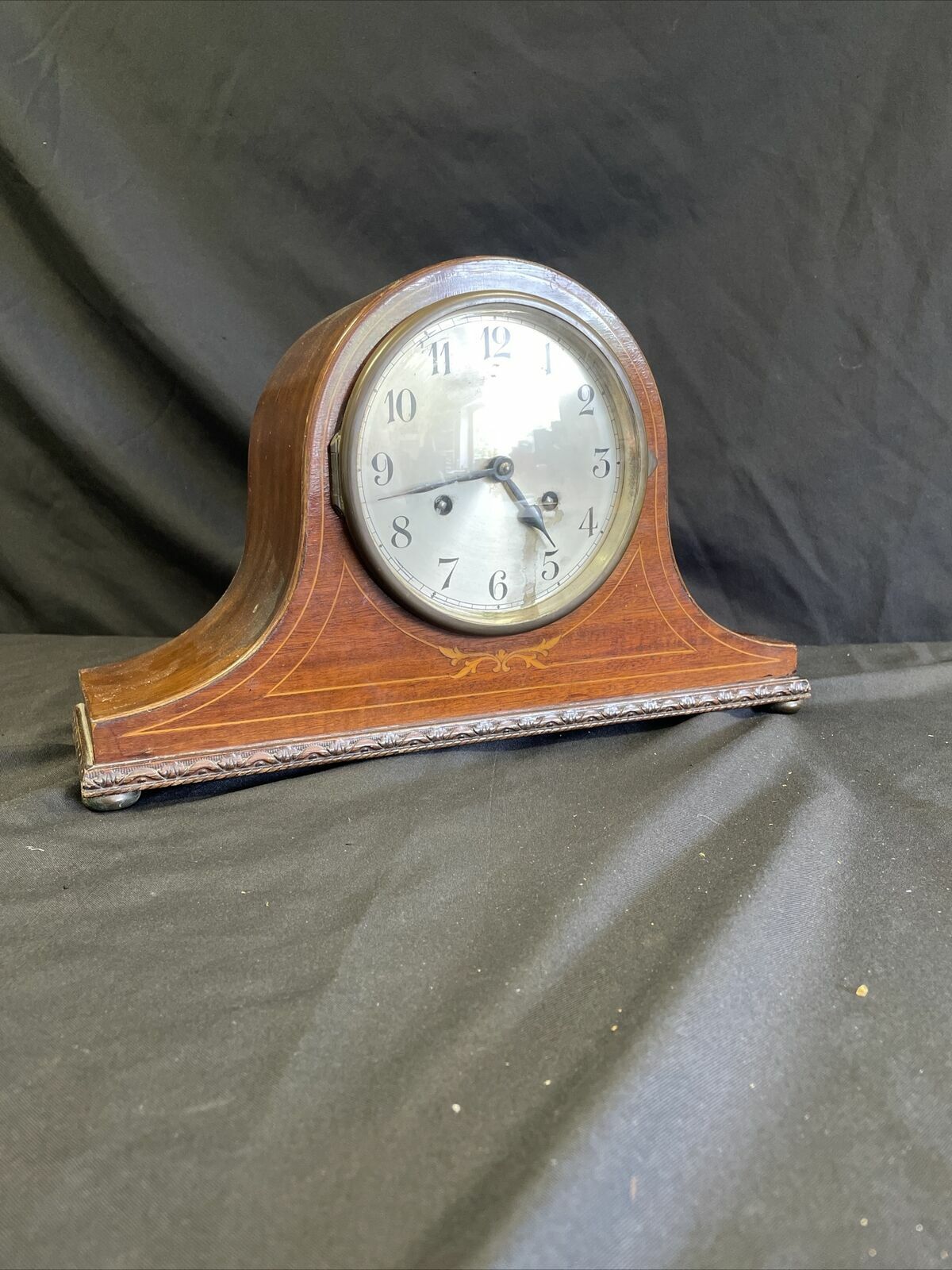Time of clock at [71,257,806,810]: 4:42
